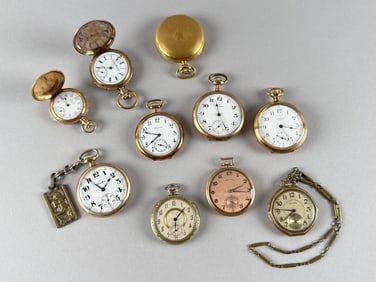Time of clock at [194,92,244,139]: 11:25
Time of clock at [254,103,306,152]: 3:26
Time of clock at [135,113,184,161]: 7:47
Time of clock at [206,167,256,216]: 2:16
